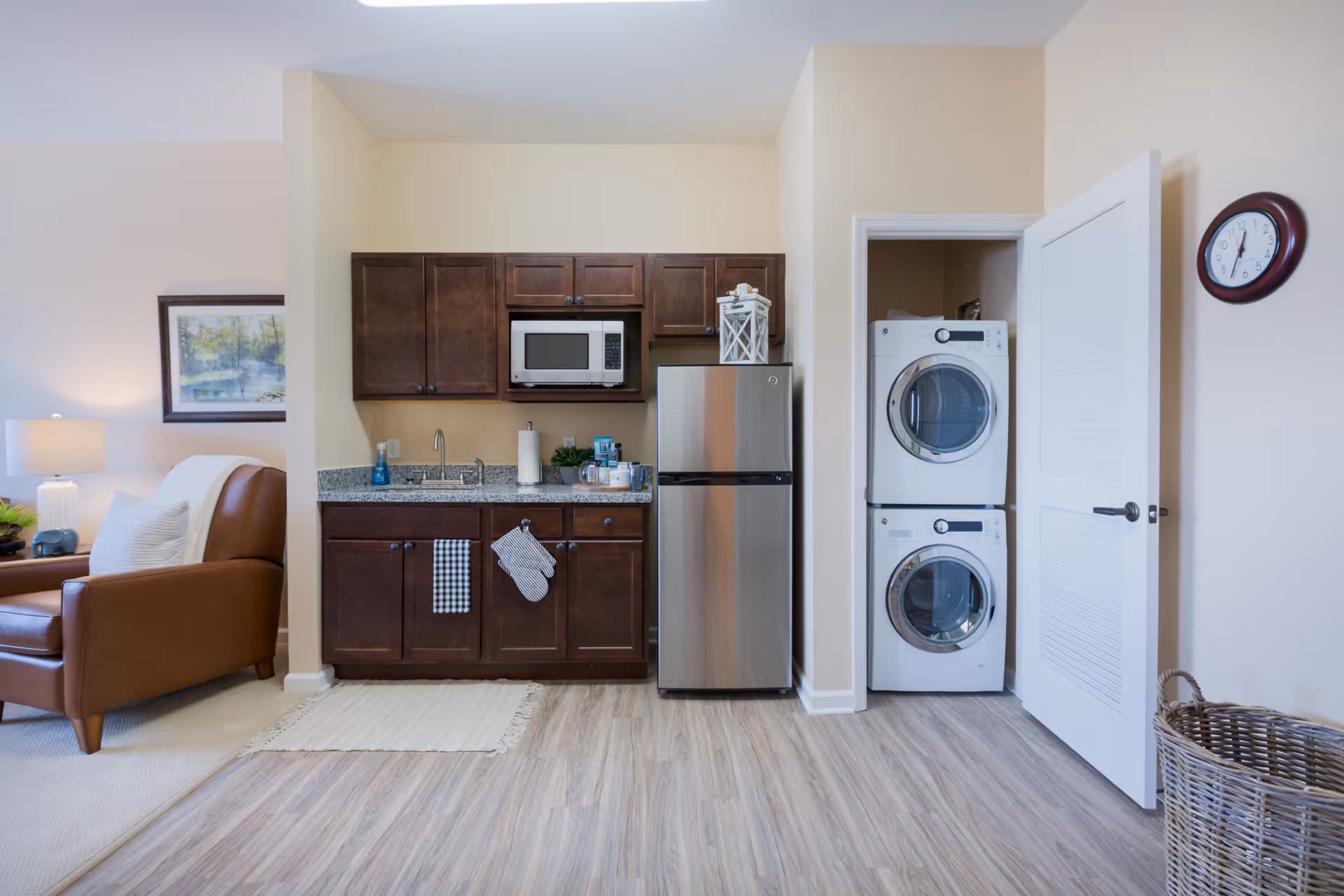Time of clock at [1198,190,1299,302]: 12:34
